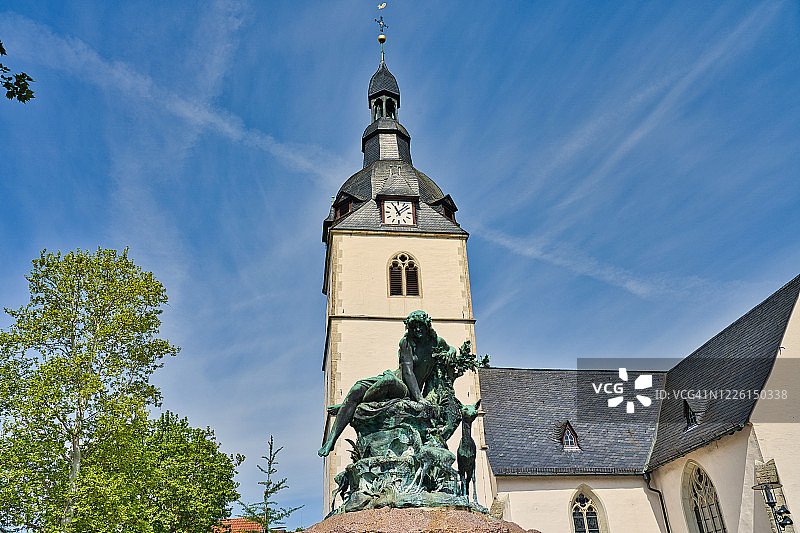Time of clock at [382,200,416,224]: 11:07
